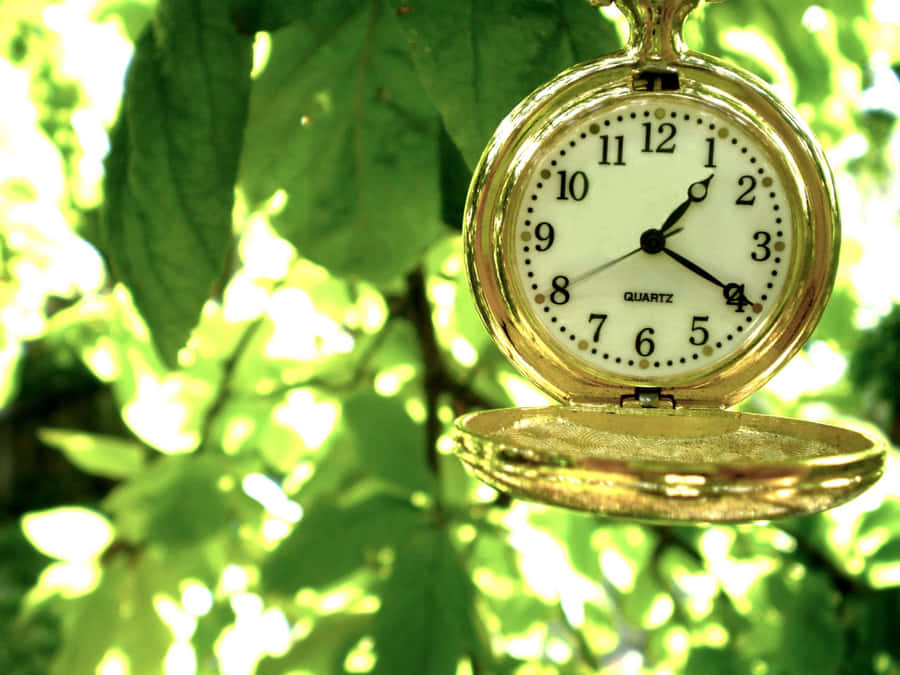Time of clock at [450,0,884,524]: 1:19
